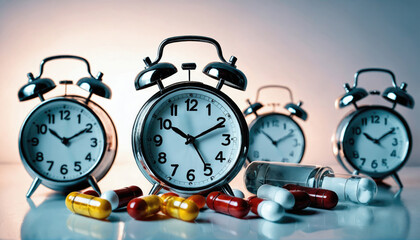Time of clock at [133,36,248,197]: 10:10
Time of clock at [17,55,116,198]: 10:10
